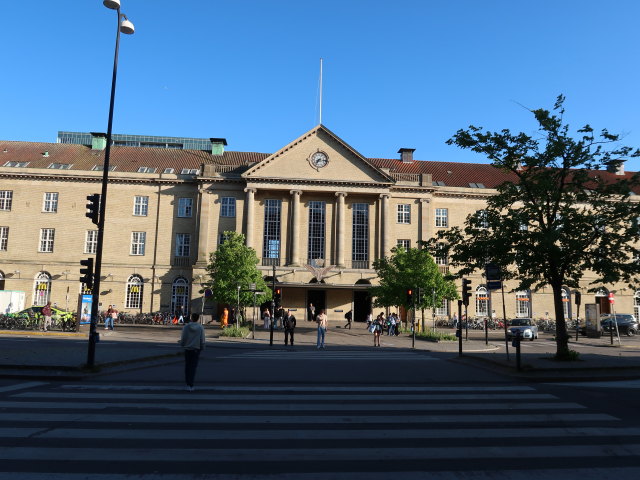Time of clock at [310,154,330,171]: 7:15
